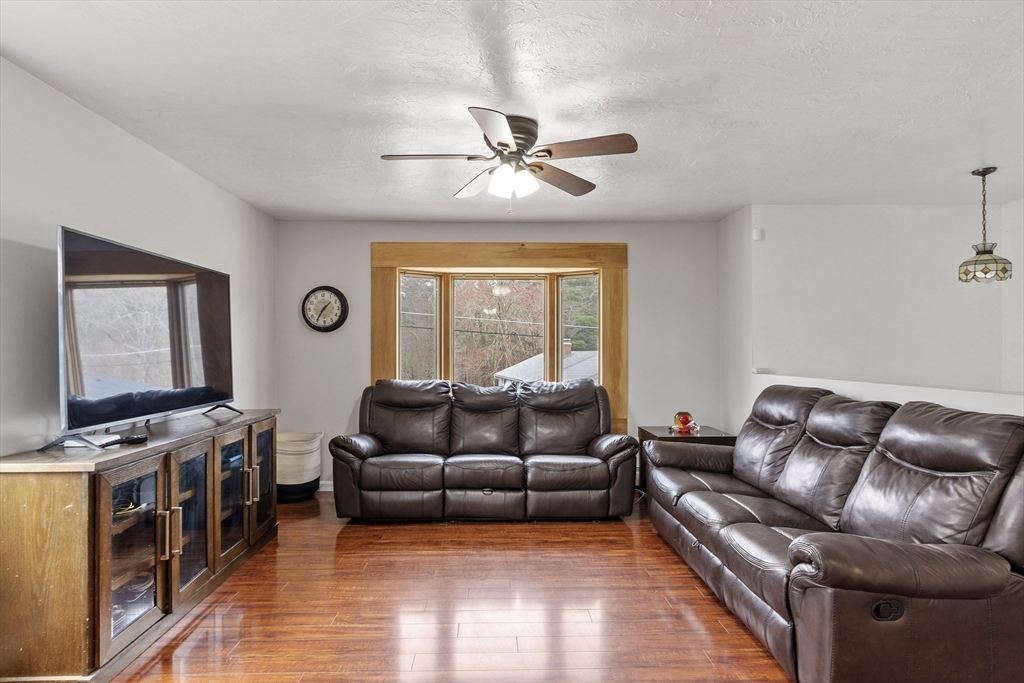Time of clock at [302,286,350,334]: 1:35
